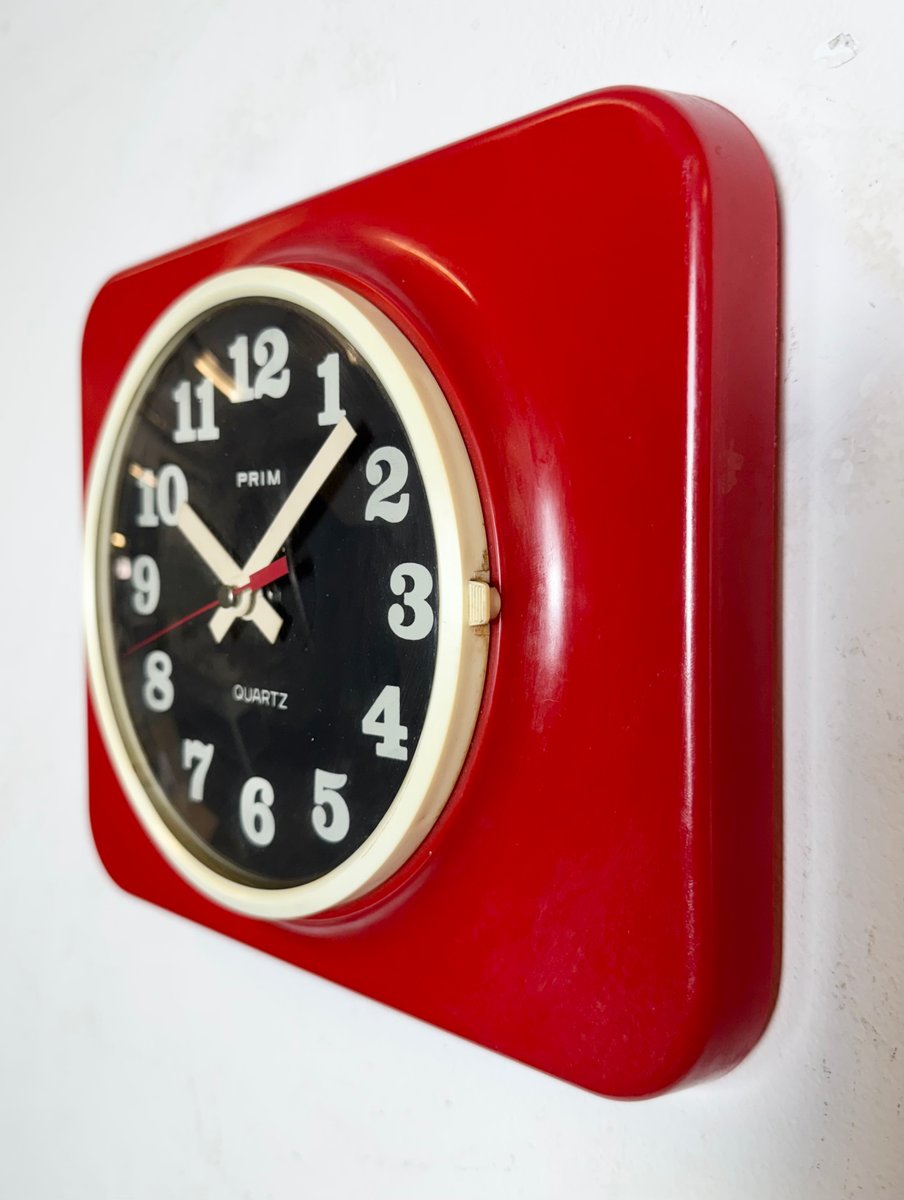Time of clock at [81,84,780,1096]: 10:07
